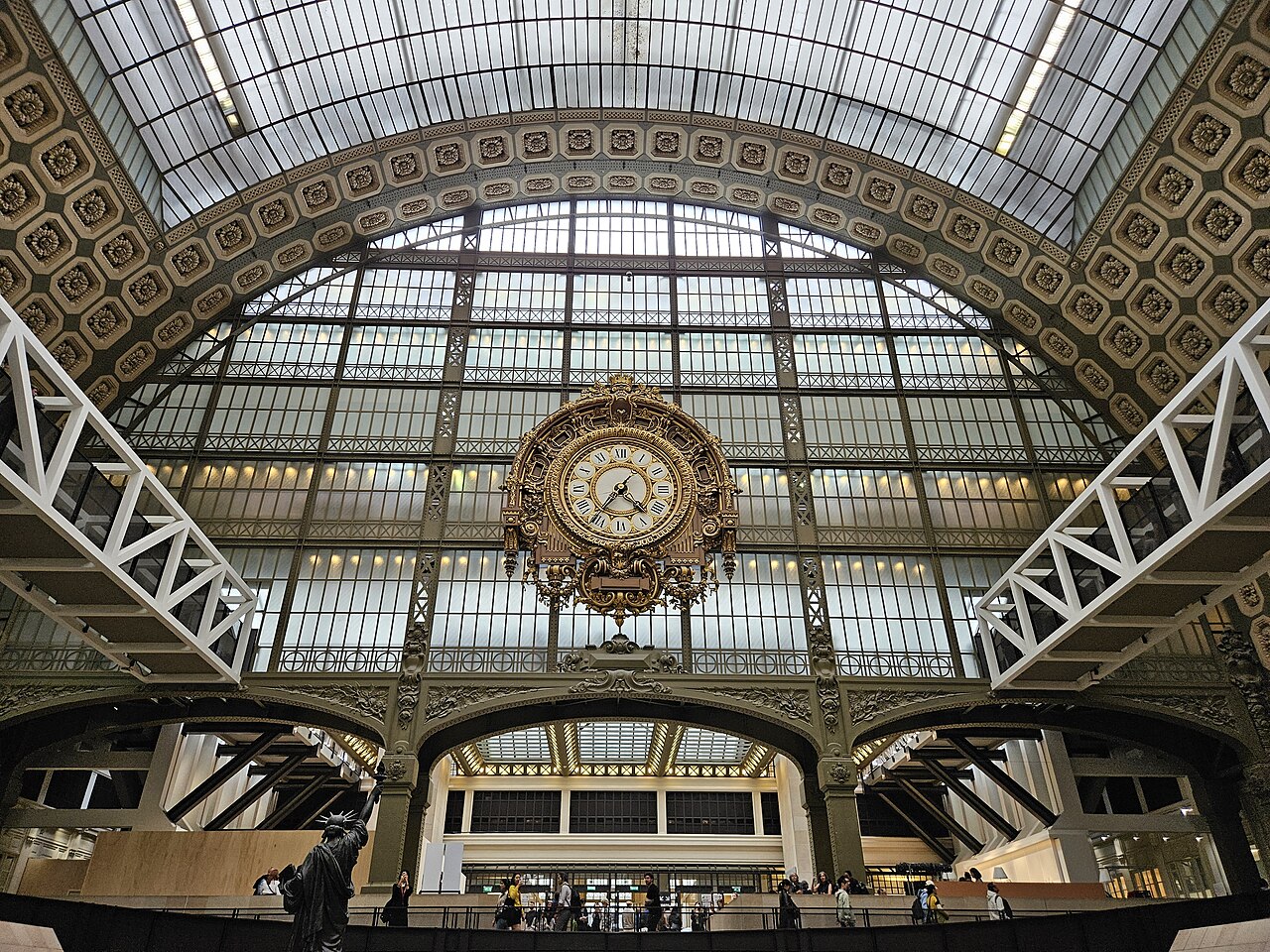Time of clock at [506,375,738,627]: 4:35
